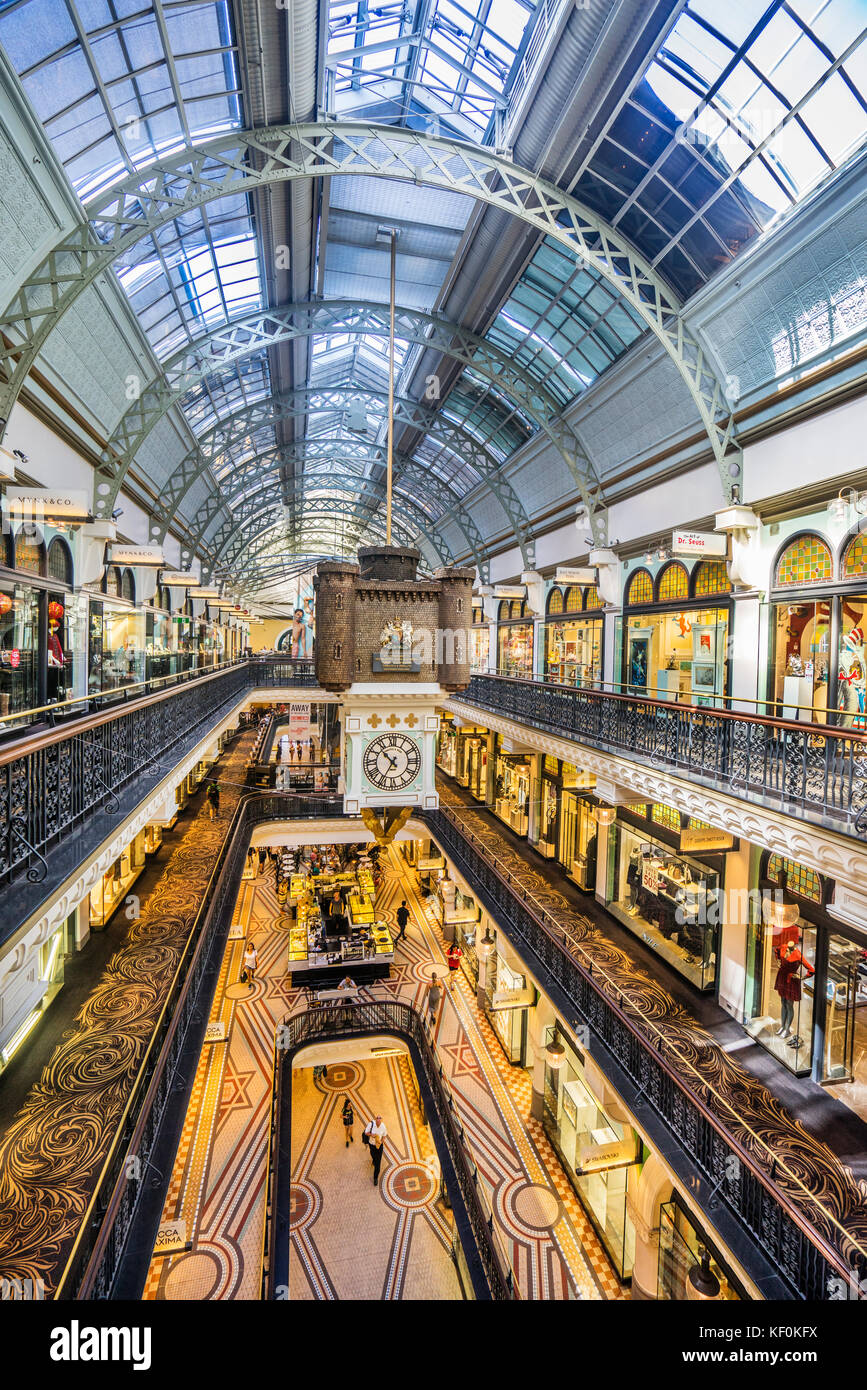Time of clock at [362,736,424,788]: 10:35
